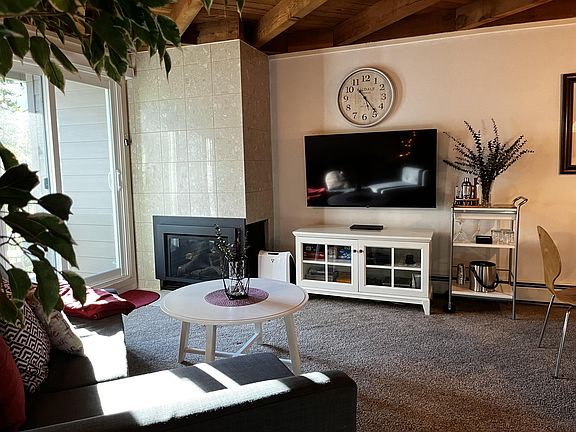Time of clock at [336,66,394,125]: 5:23
